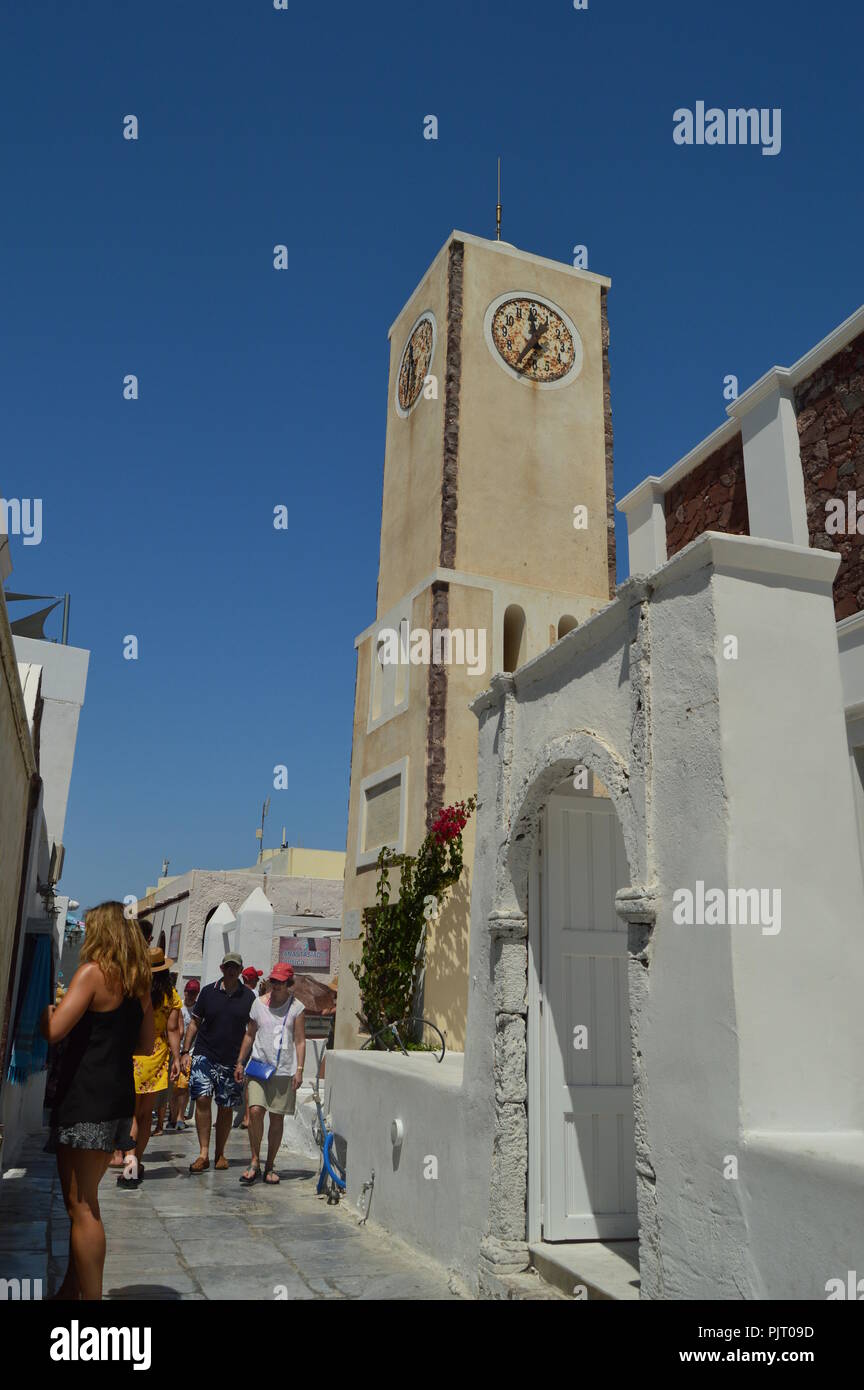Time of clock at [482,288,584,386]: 11:35
